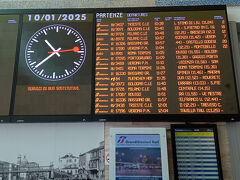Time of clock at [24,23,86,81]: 10:38
